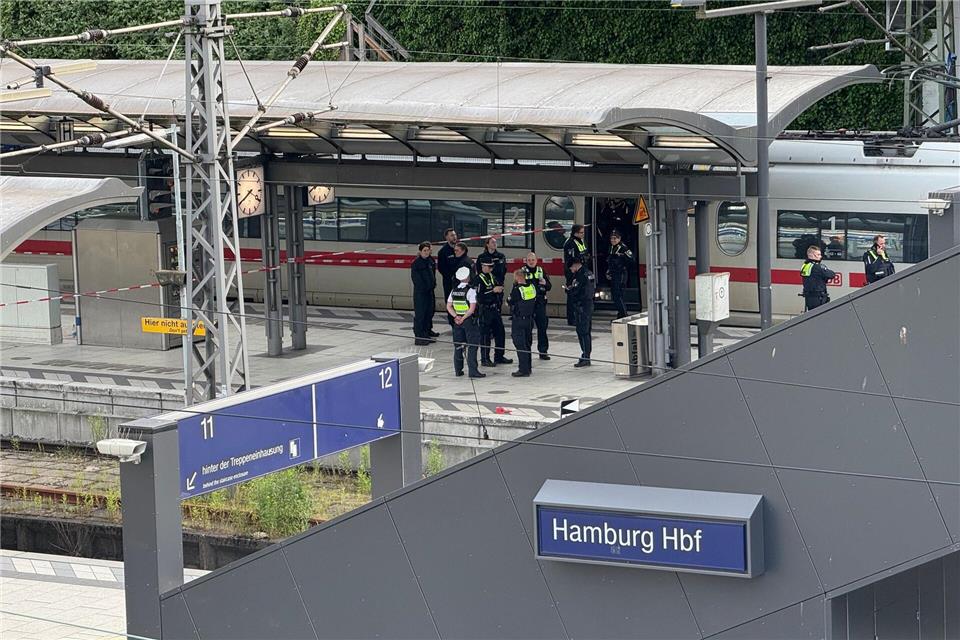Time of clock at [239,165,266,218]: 3:40
